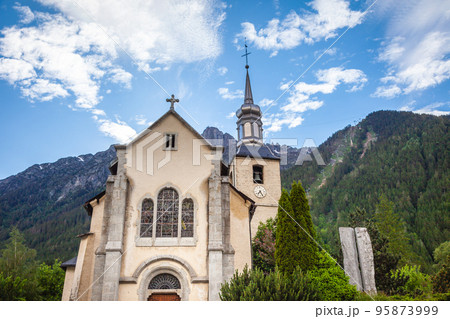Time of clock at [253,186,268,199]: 7:25
